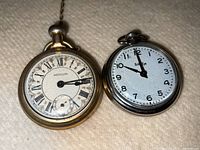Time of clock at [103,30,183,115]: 9:59
